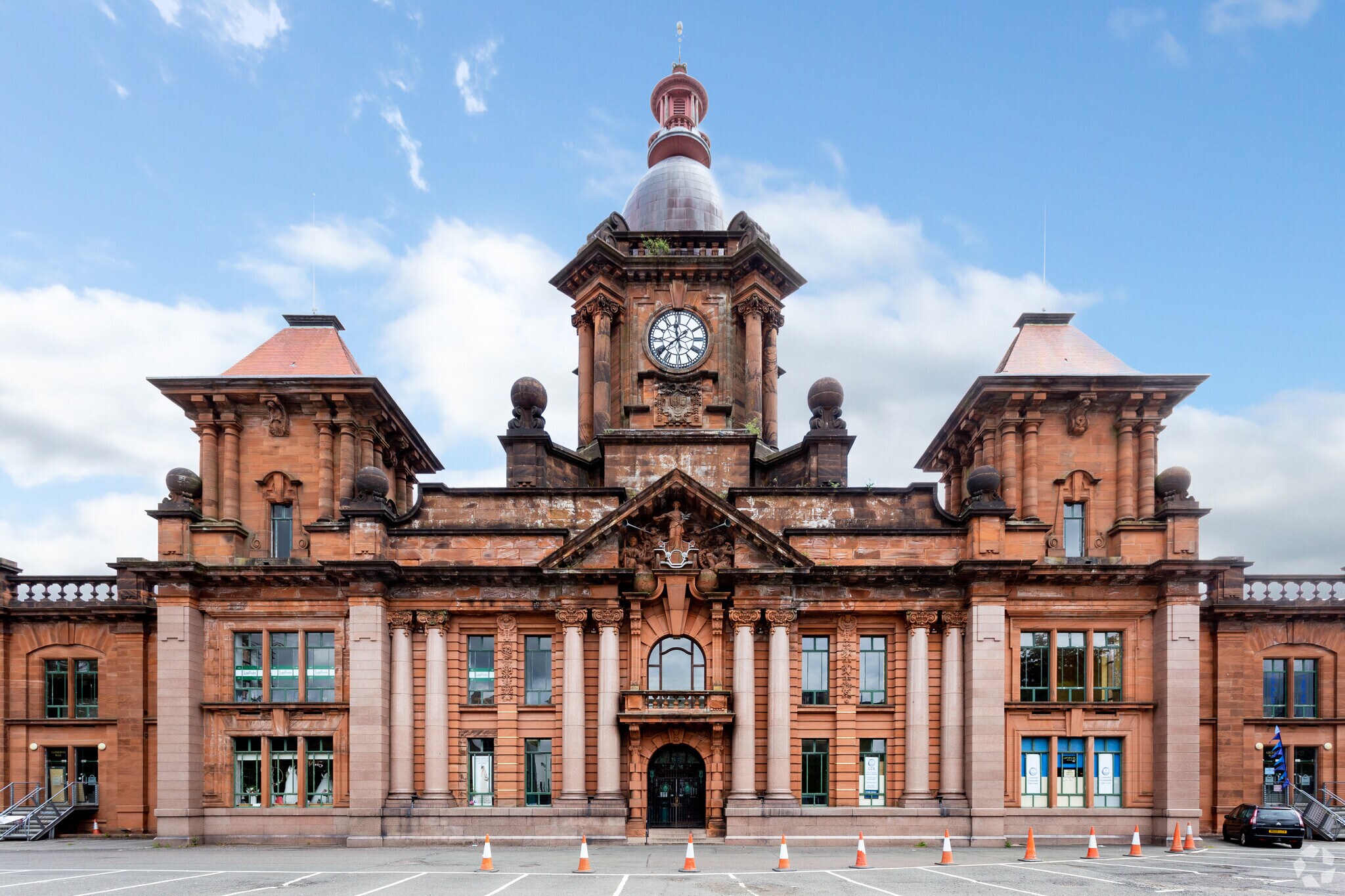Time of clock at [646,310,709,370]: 11:38
